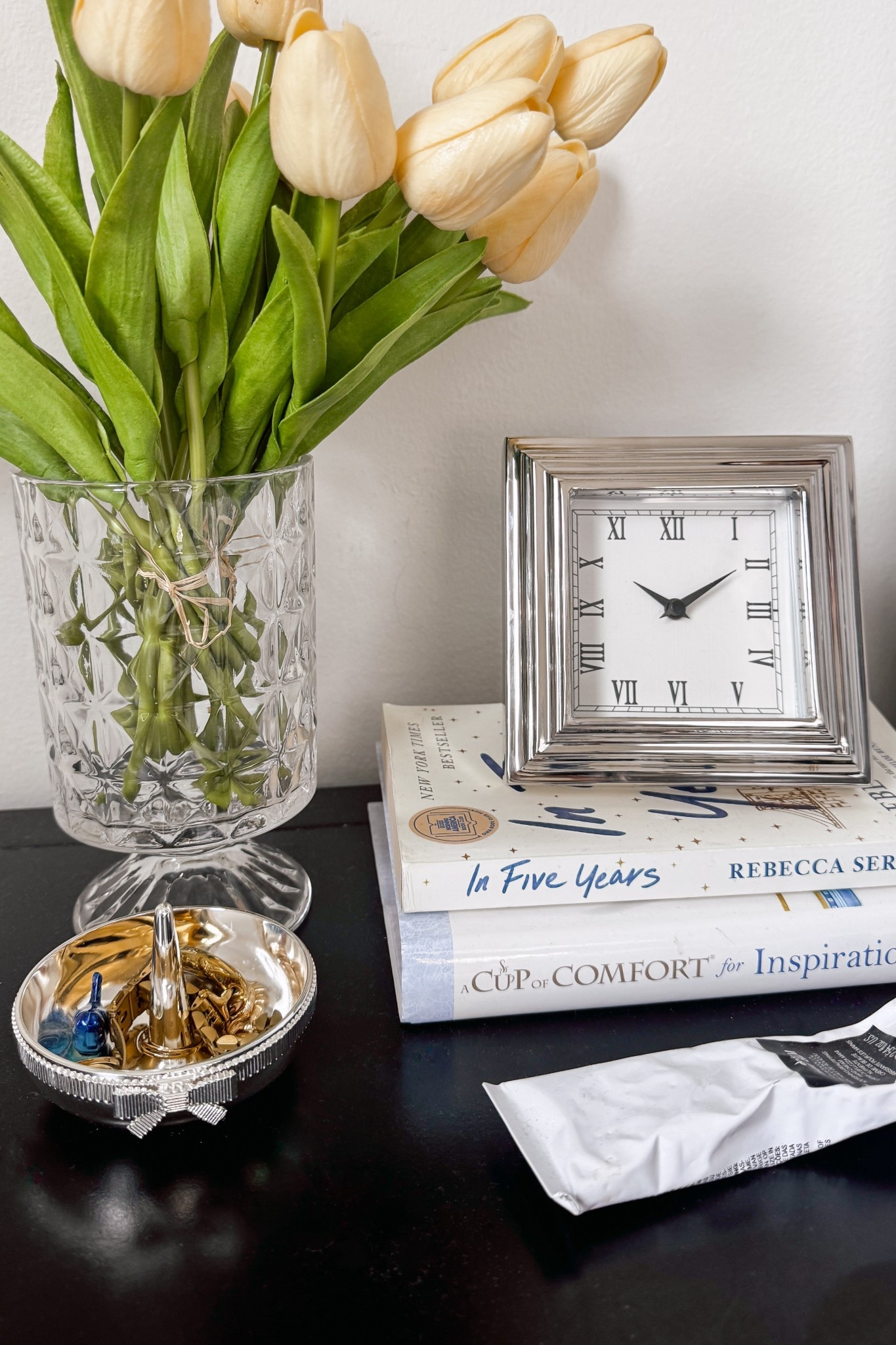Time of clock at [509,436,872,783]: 10:09
